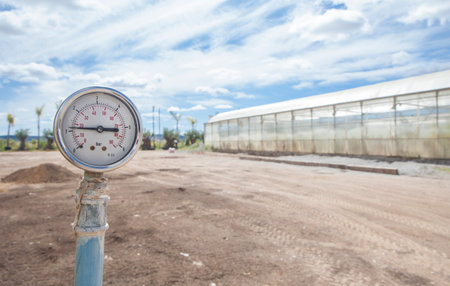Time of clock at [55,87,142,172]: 2:43
